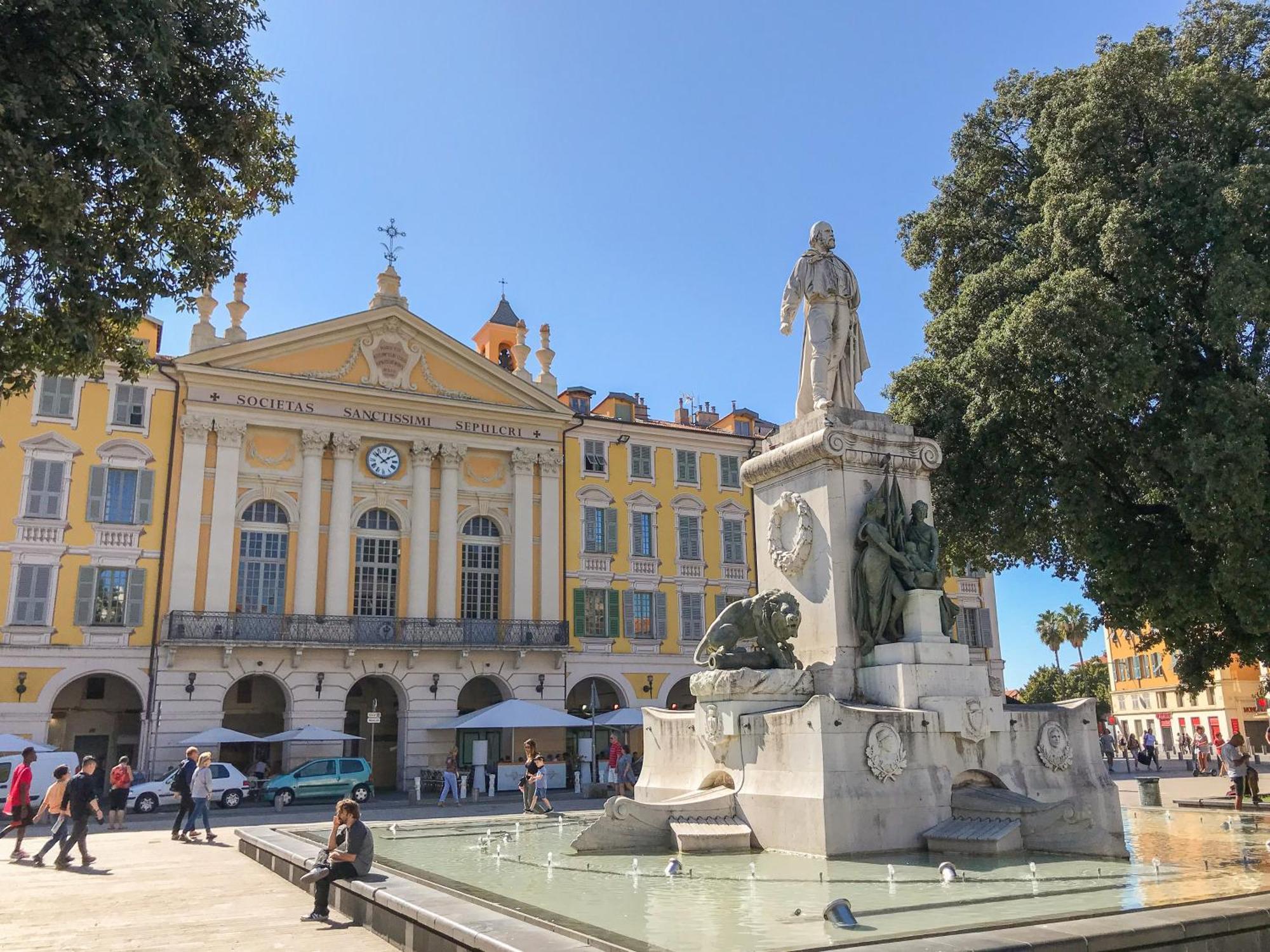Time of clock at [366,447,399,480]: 1:51
